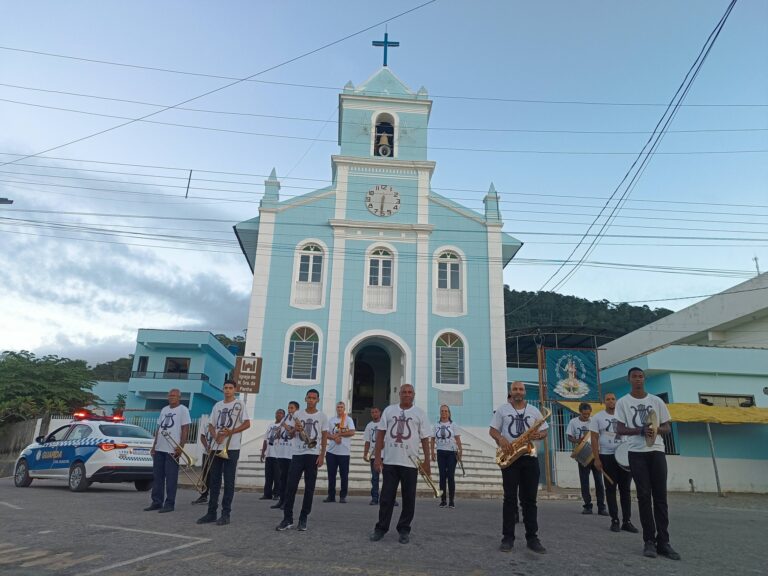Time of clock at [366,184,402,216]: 6:31
